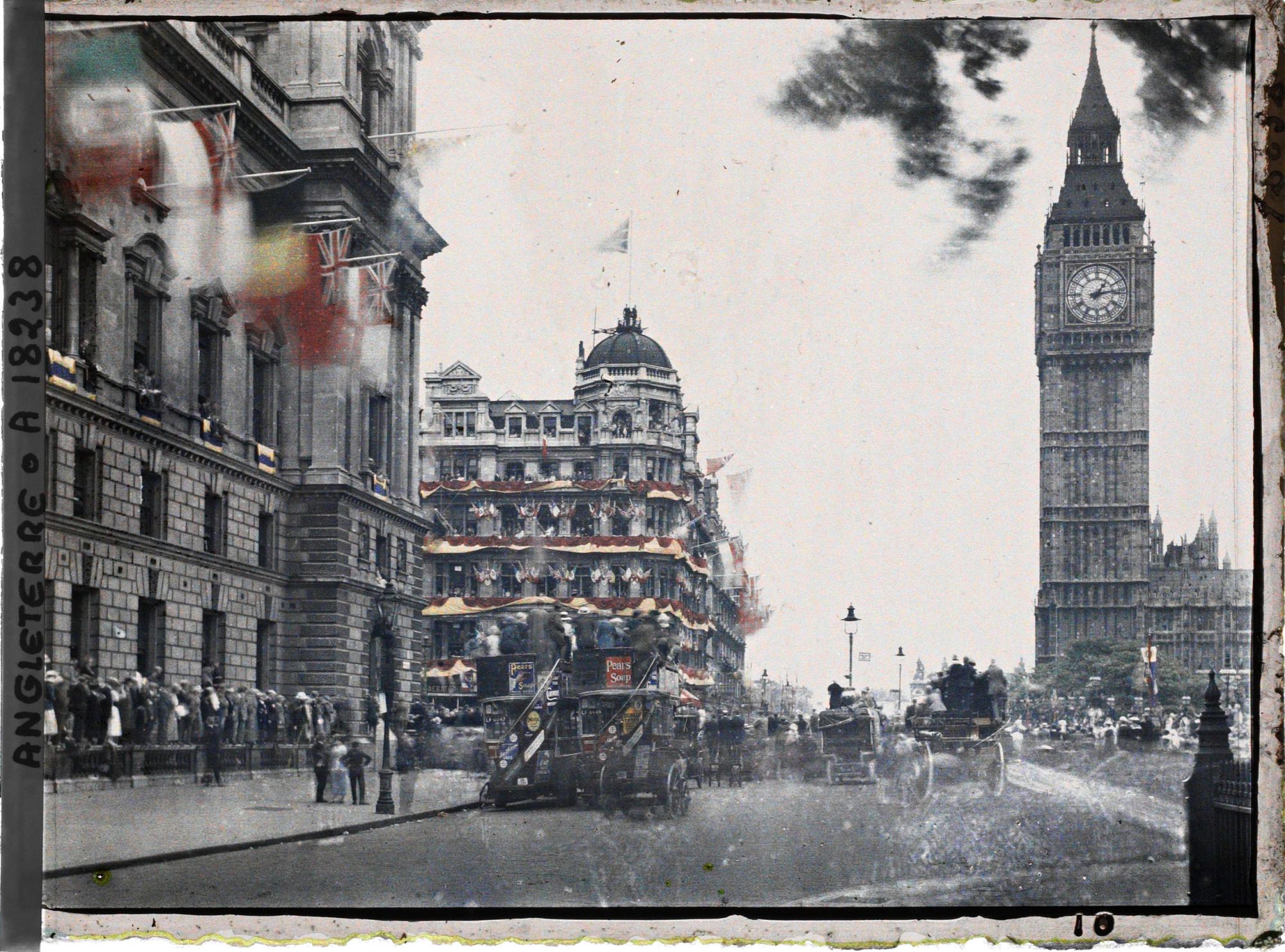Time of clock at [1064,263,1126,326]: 1:13
